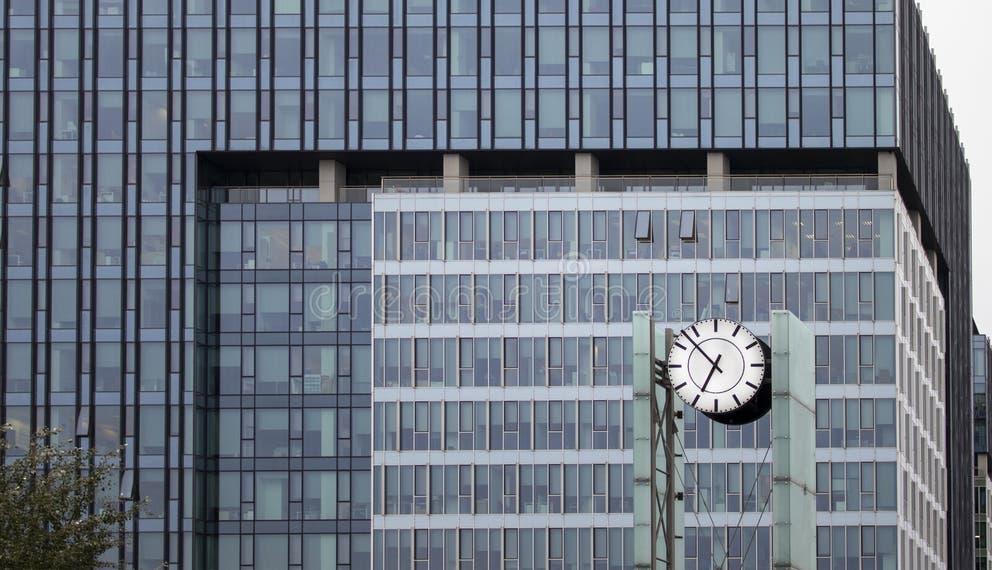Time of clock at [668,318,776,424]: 6:52
